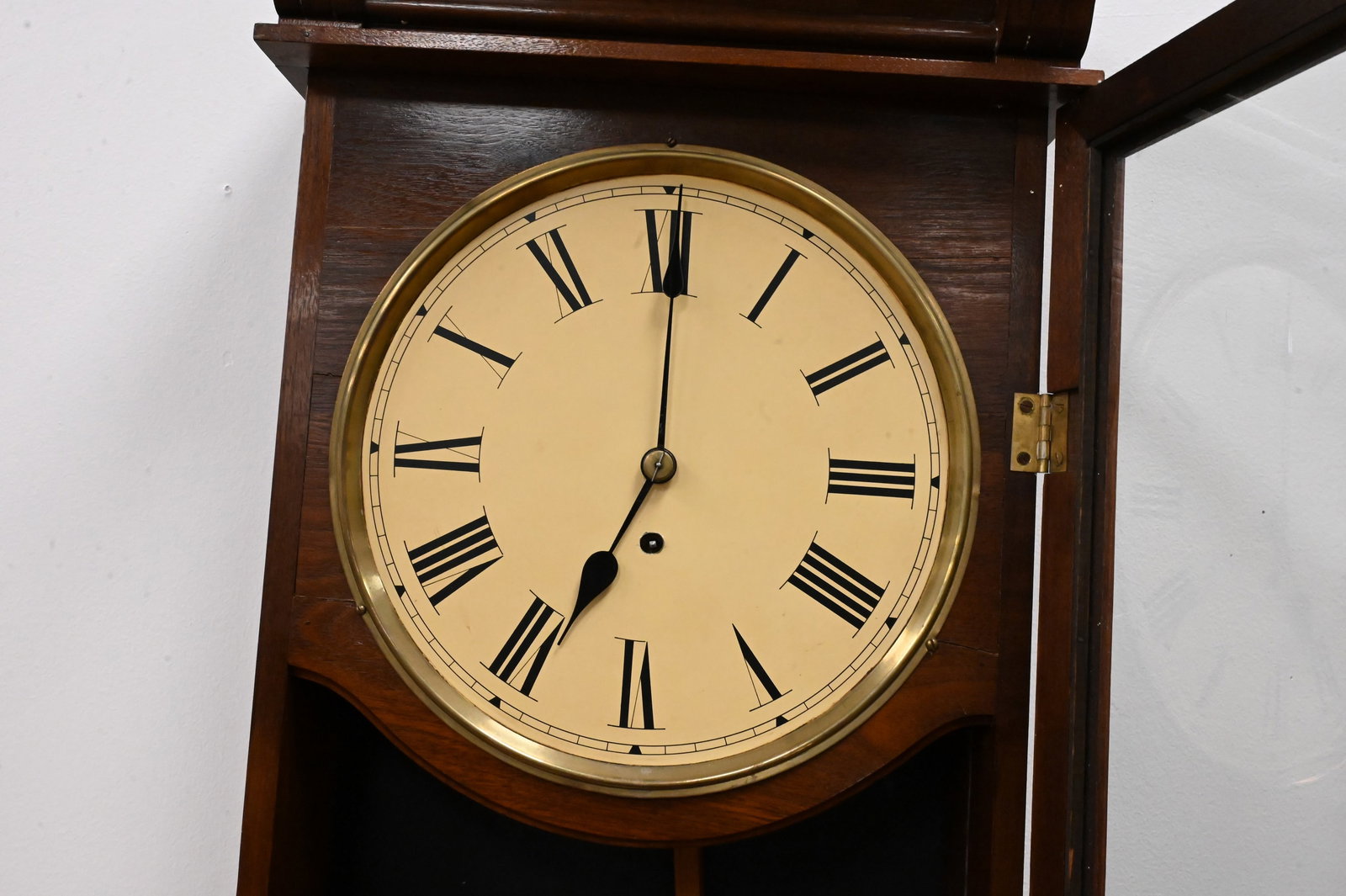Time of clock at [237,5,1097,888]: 7:00
